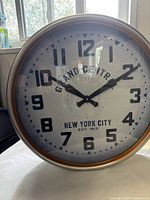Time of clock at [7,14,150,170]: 10:10
